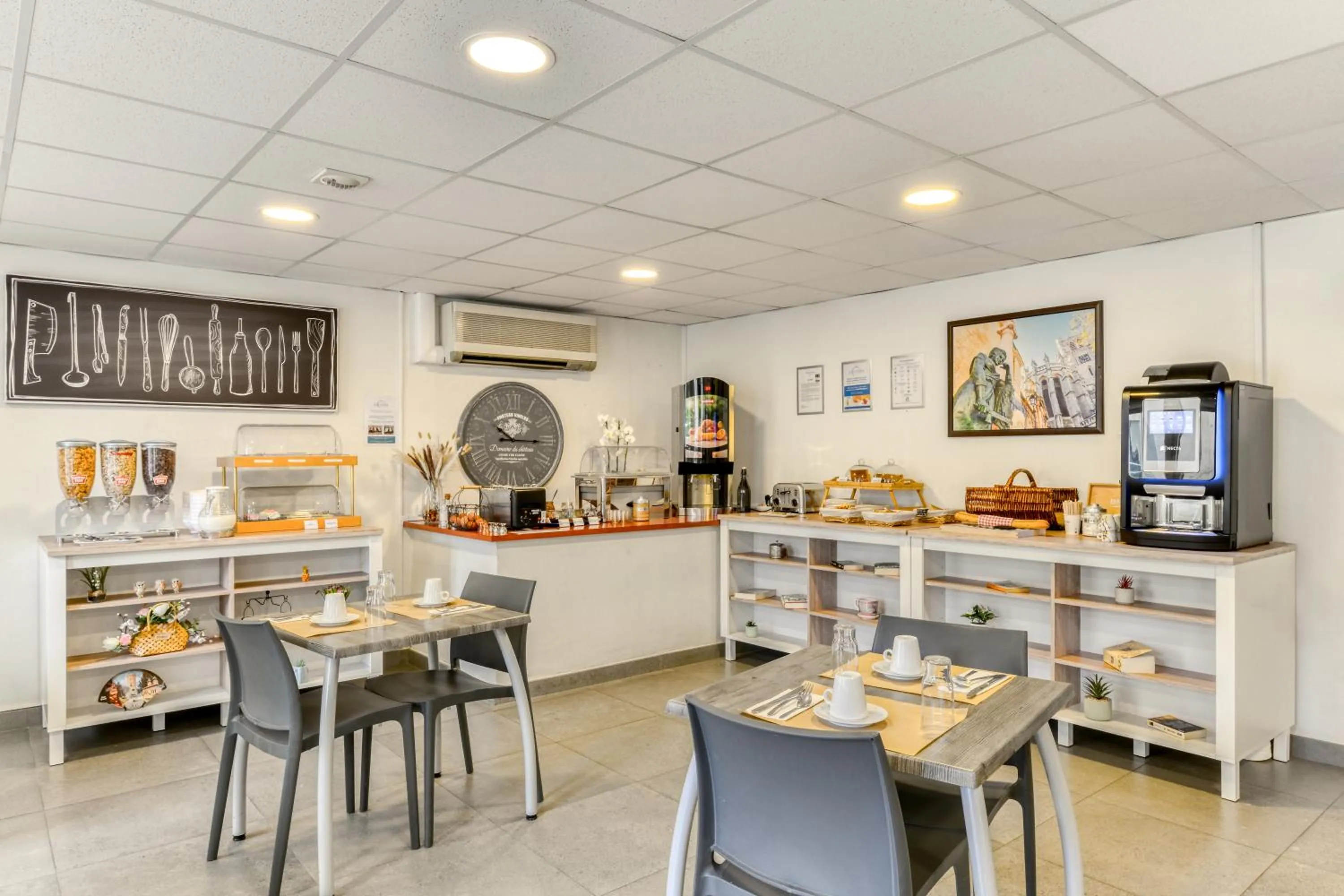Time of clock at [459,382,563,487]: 10:14
